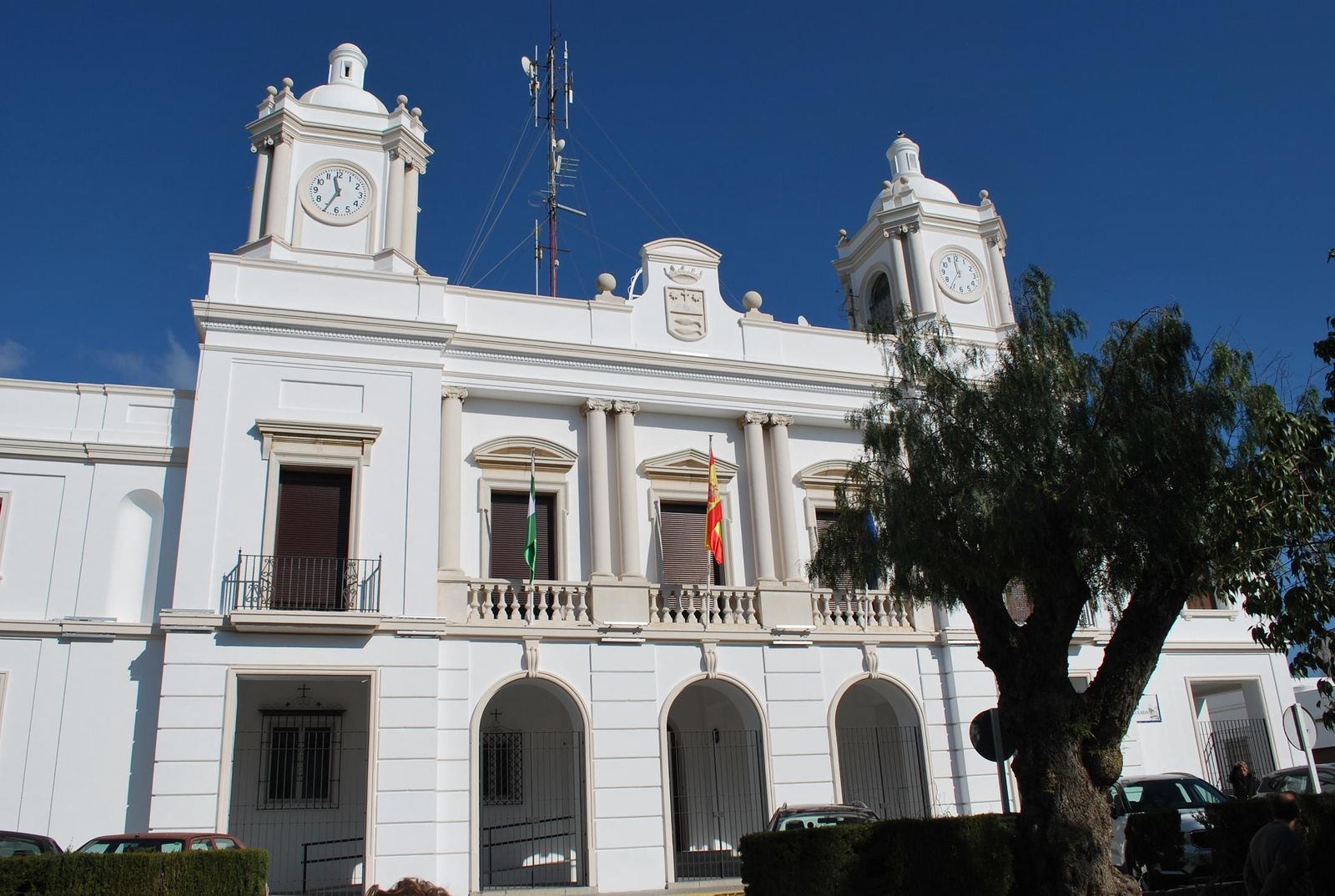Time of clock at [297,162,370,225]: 11:34
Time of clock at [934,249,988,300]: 11:35
